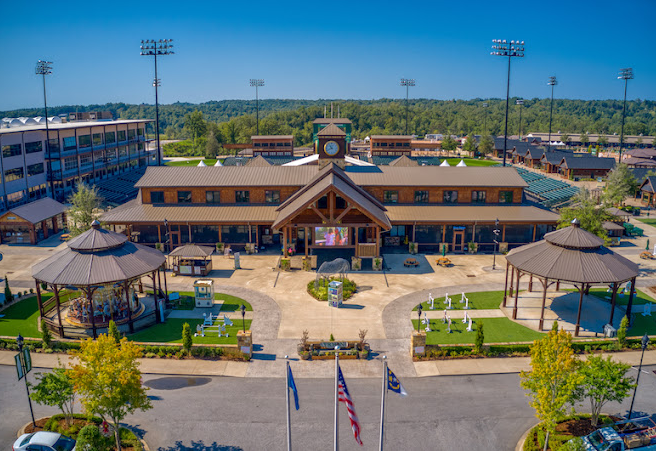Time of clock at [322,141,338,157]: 10:41
